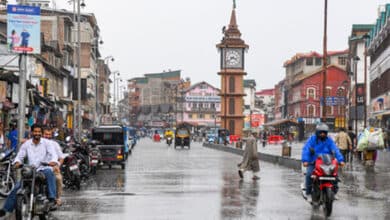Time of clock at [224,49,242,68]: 3:38
